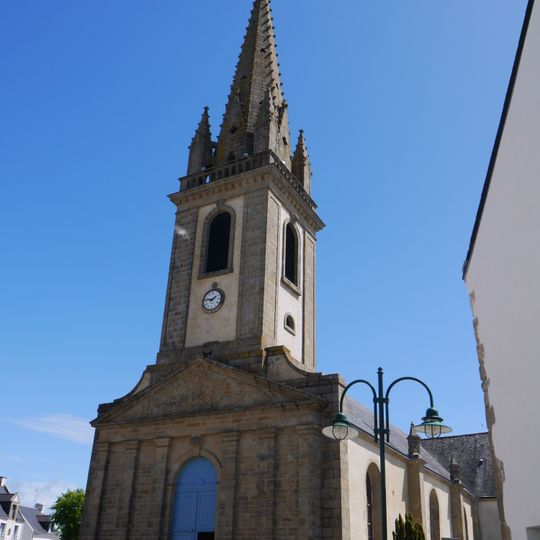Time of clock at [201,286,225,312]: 1:46
